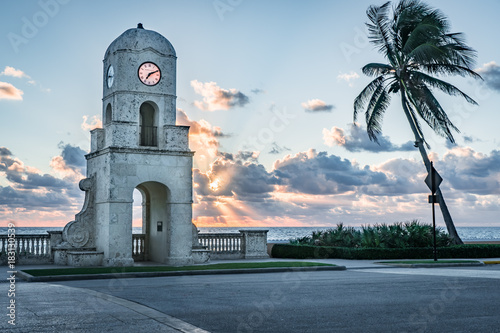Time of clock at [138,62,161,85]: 7:11
